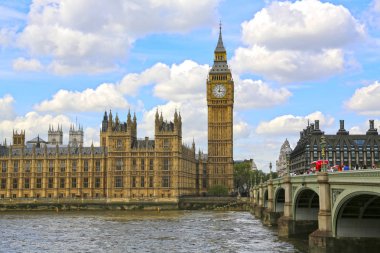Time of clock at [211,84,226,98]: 12:16
